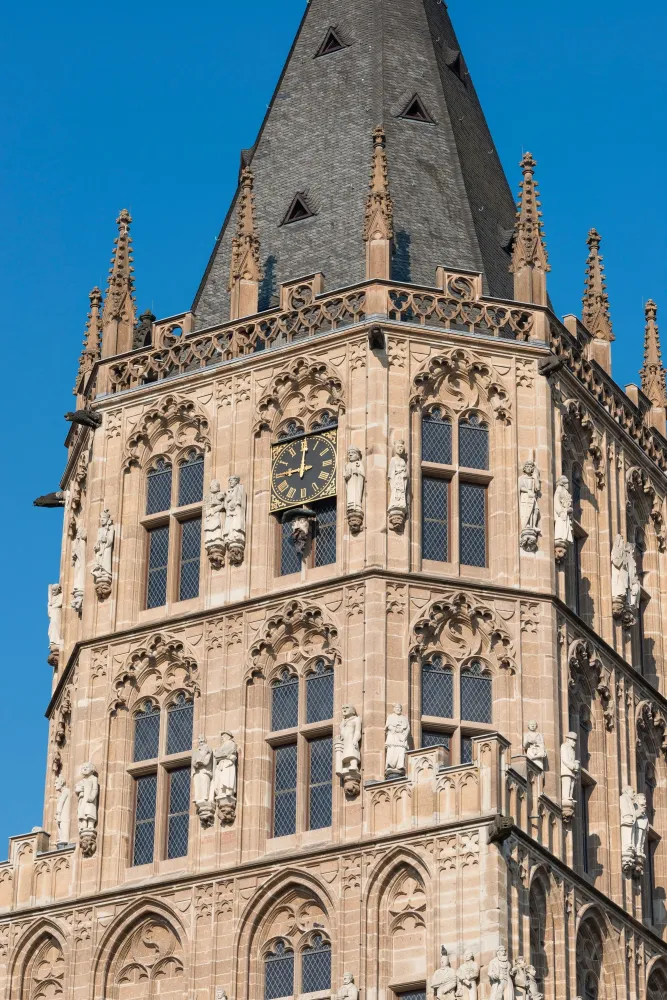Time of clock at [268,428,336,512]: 9:00
